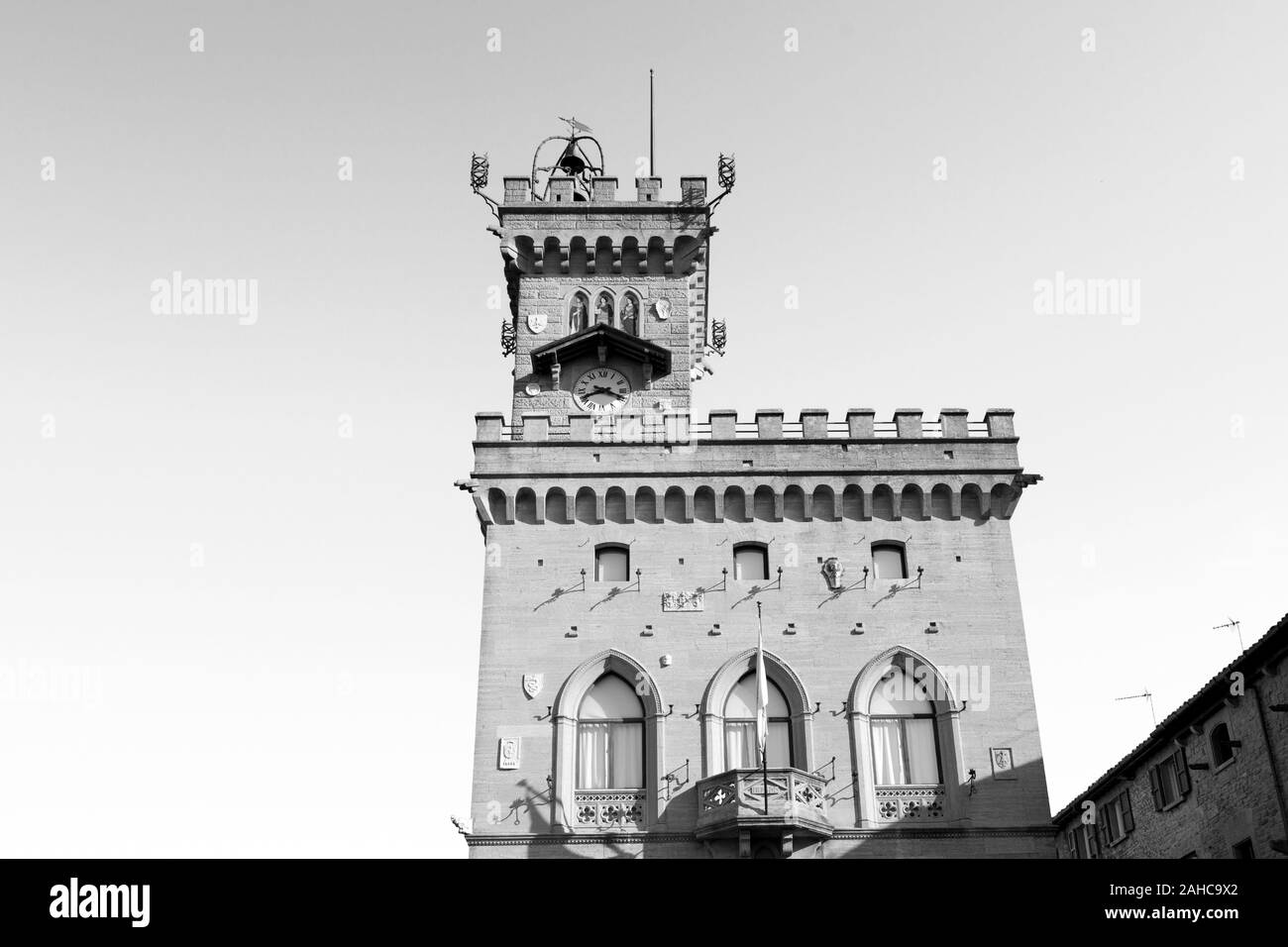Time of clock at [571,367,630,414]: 8:18
